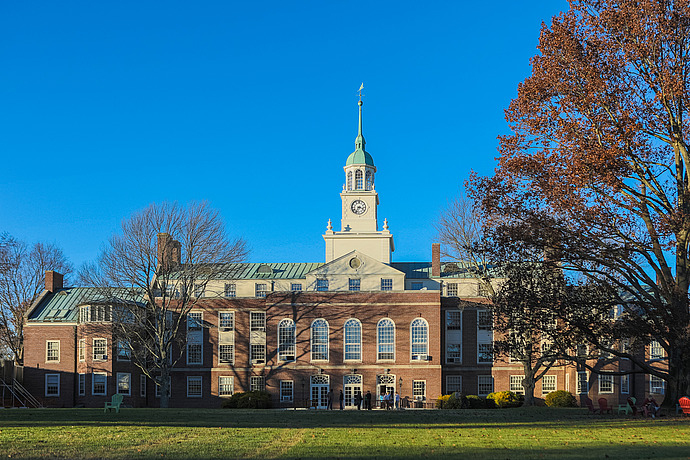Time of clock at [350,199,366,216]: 3:34
